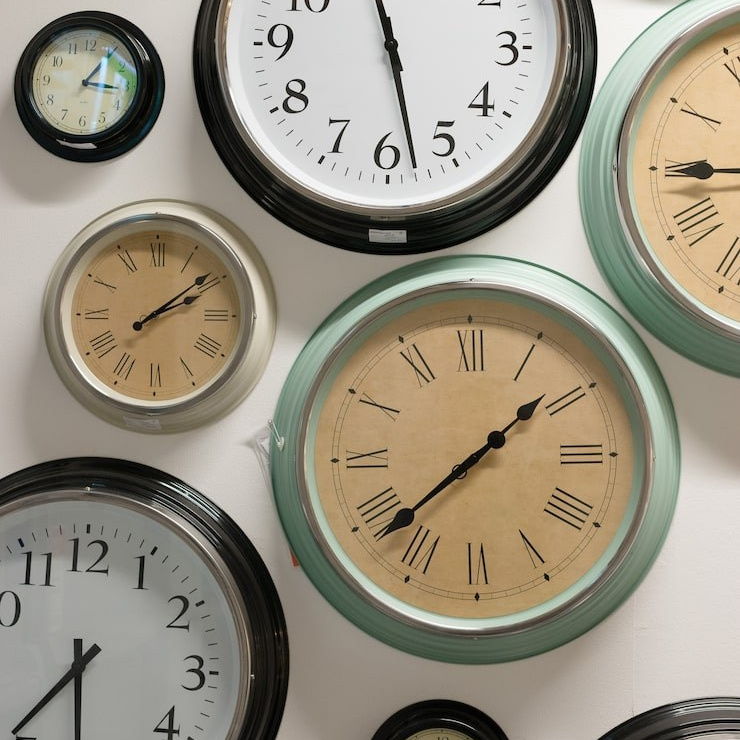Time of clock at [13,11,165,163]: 1:16
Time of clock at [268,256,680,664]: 1:38
